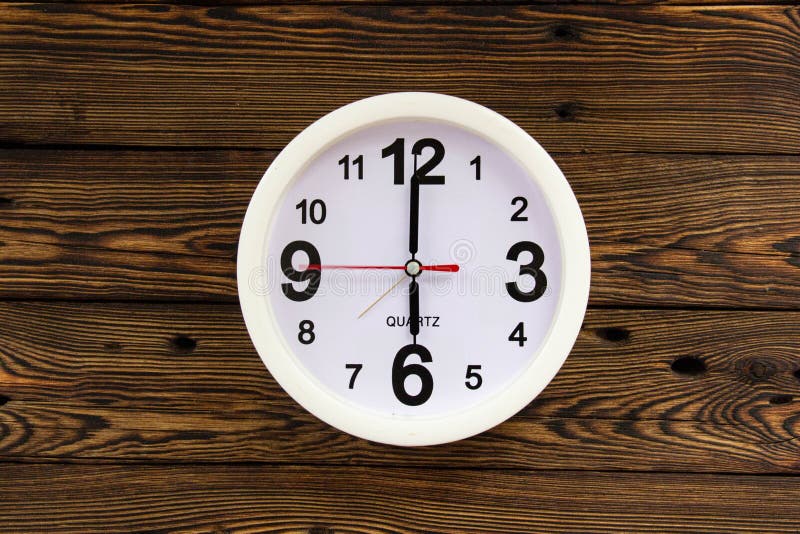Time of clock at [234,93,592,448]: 5:59
